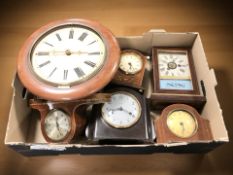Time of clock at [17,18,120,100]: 2:44
